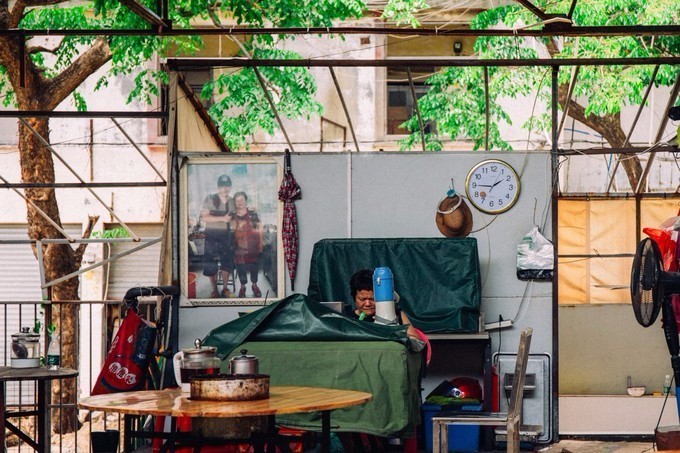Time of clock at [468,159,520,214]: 1:45
